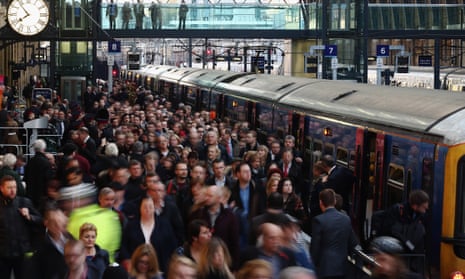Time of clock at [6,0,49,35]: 7:53
